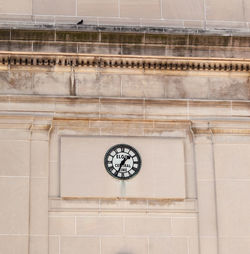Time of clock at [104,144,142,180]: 1:34
